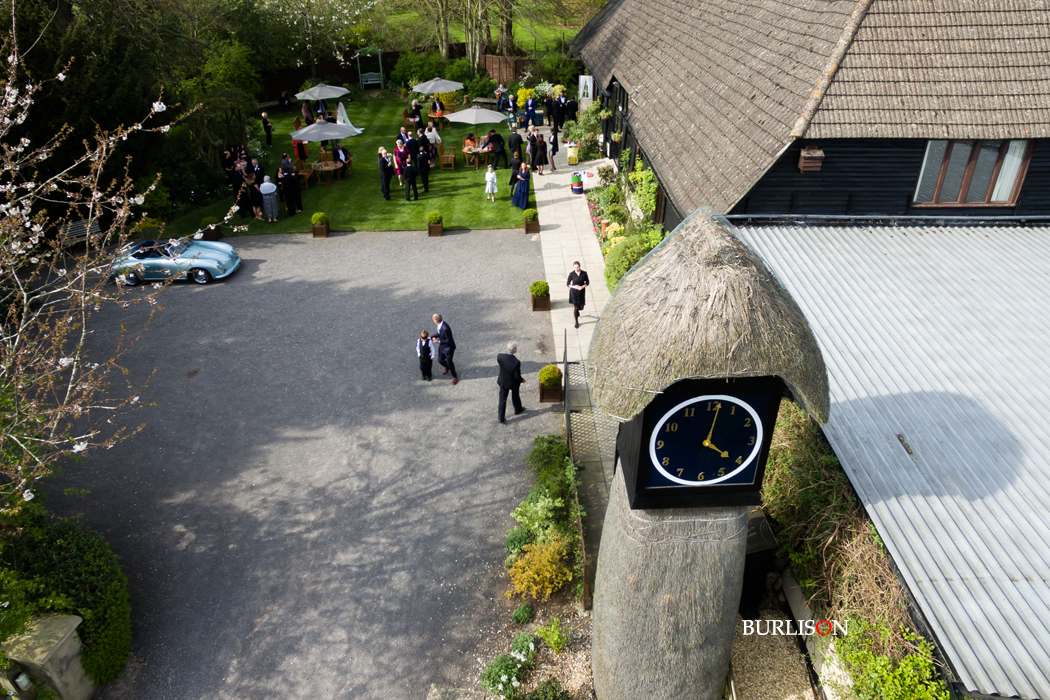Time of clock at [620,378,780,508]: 4:01
